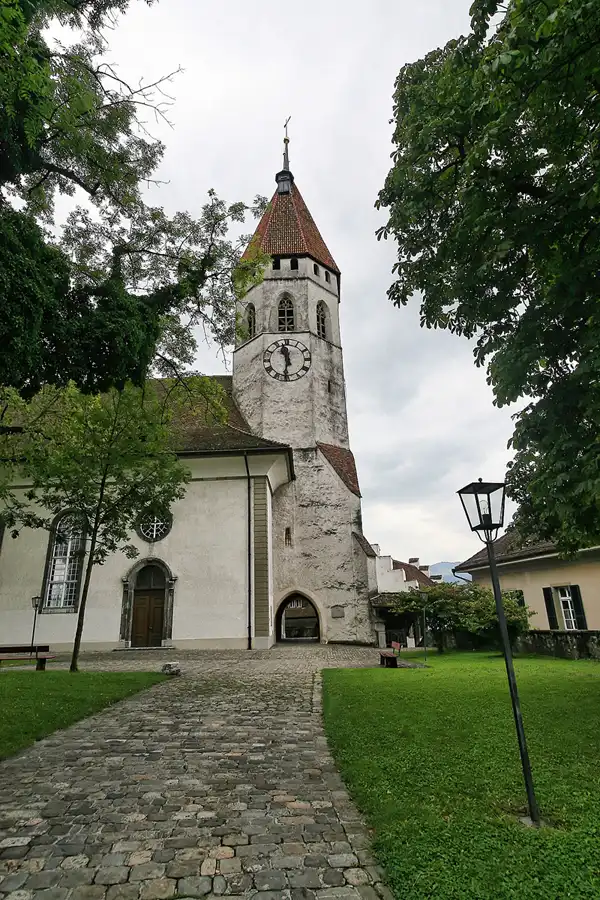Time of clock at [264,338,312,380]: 11:31
